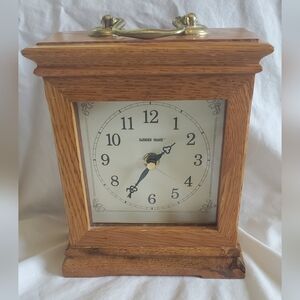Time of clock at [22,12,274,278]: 1:36
